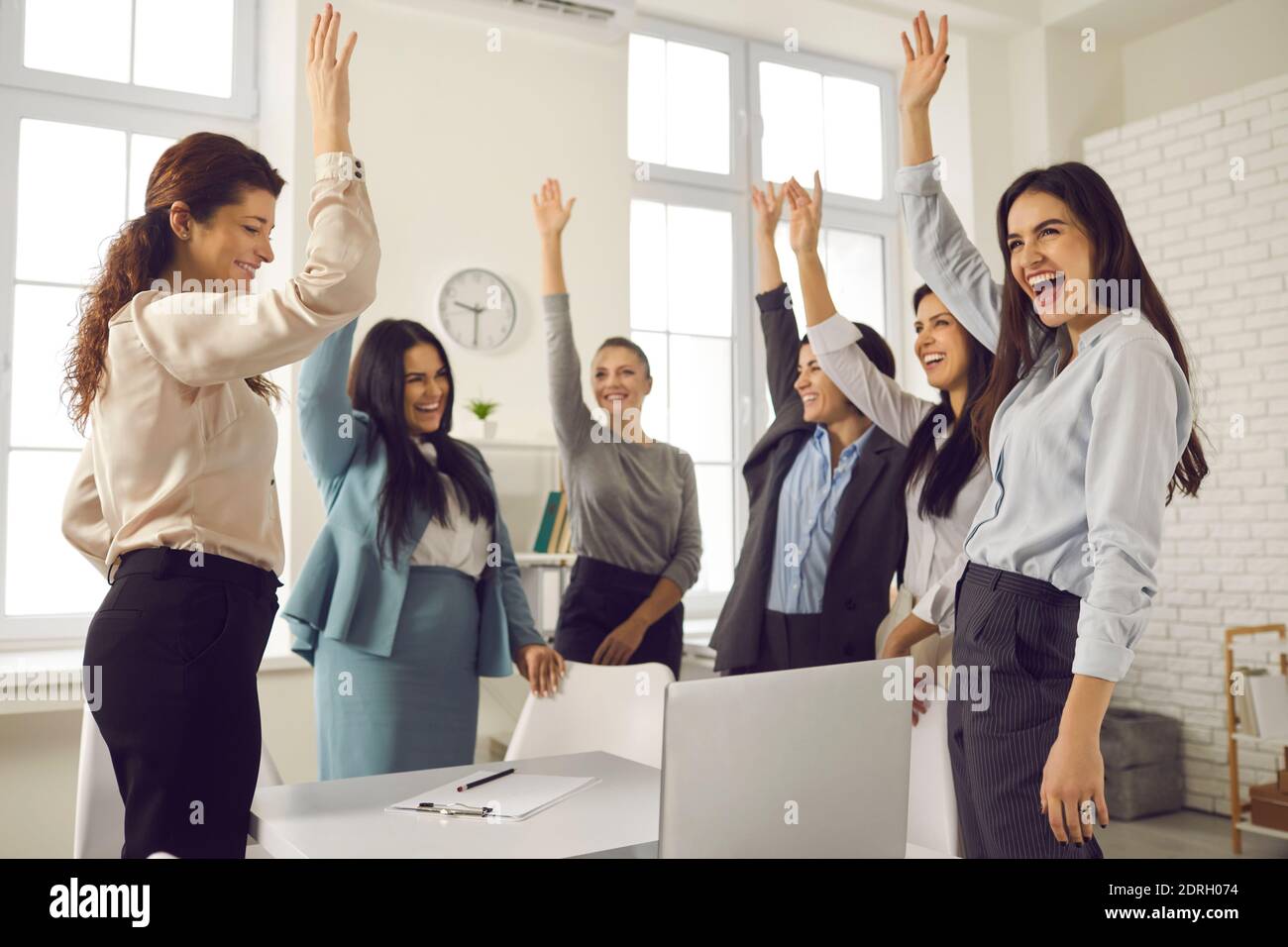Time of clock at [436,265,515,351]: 9:30
